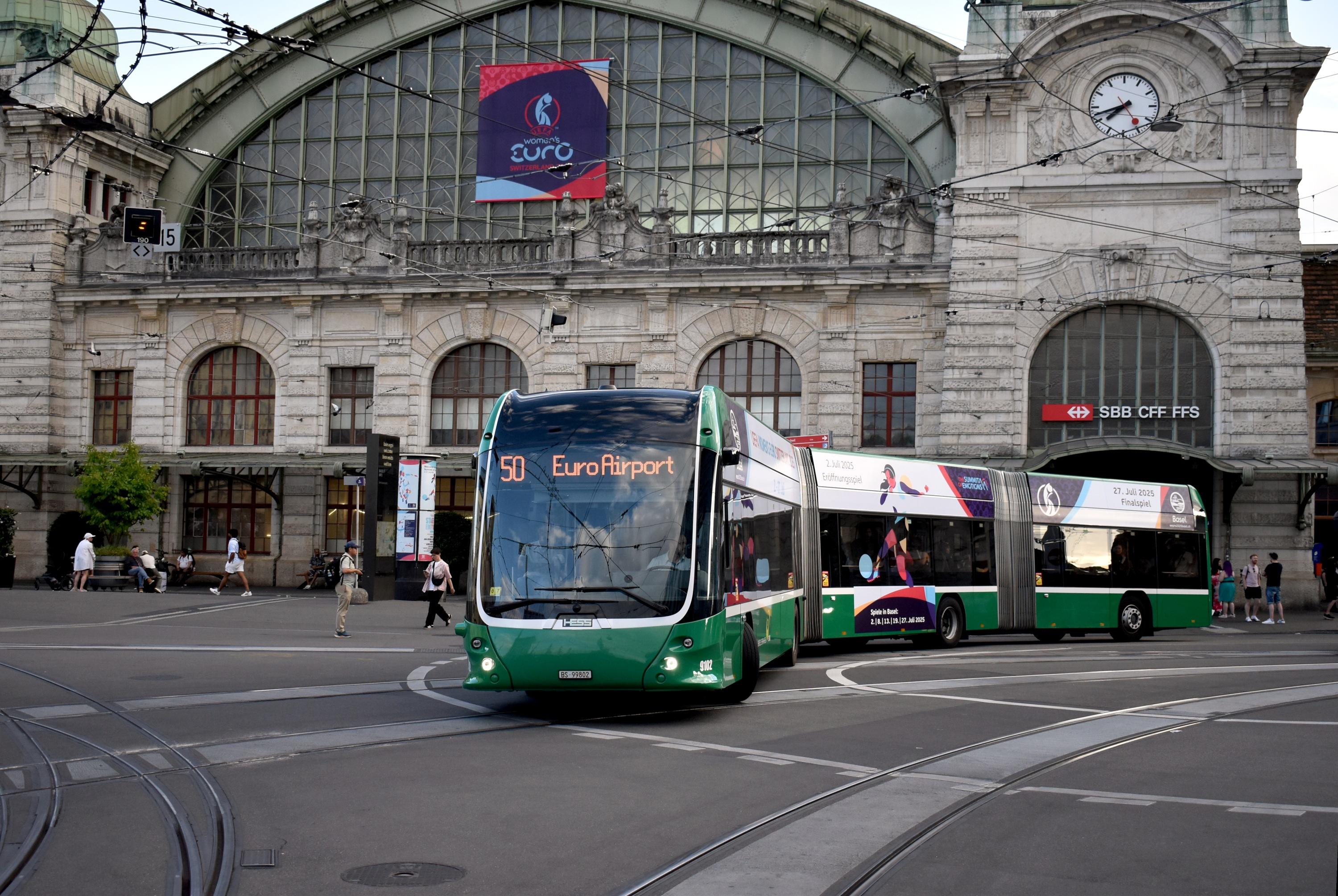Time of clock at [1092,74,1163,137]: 7:42
